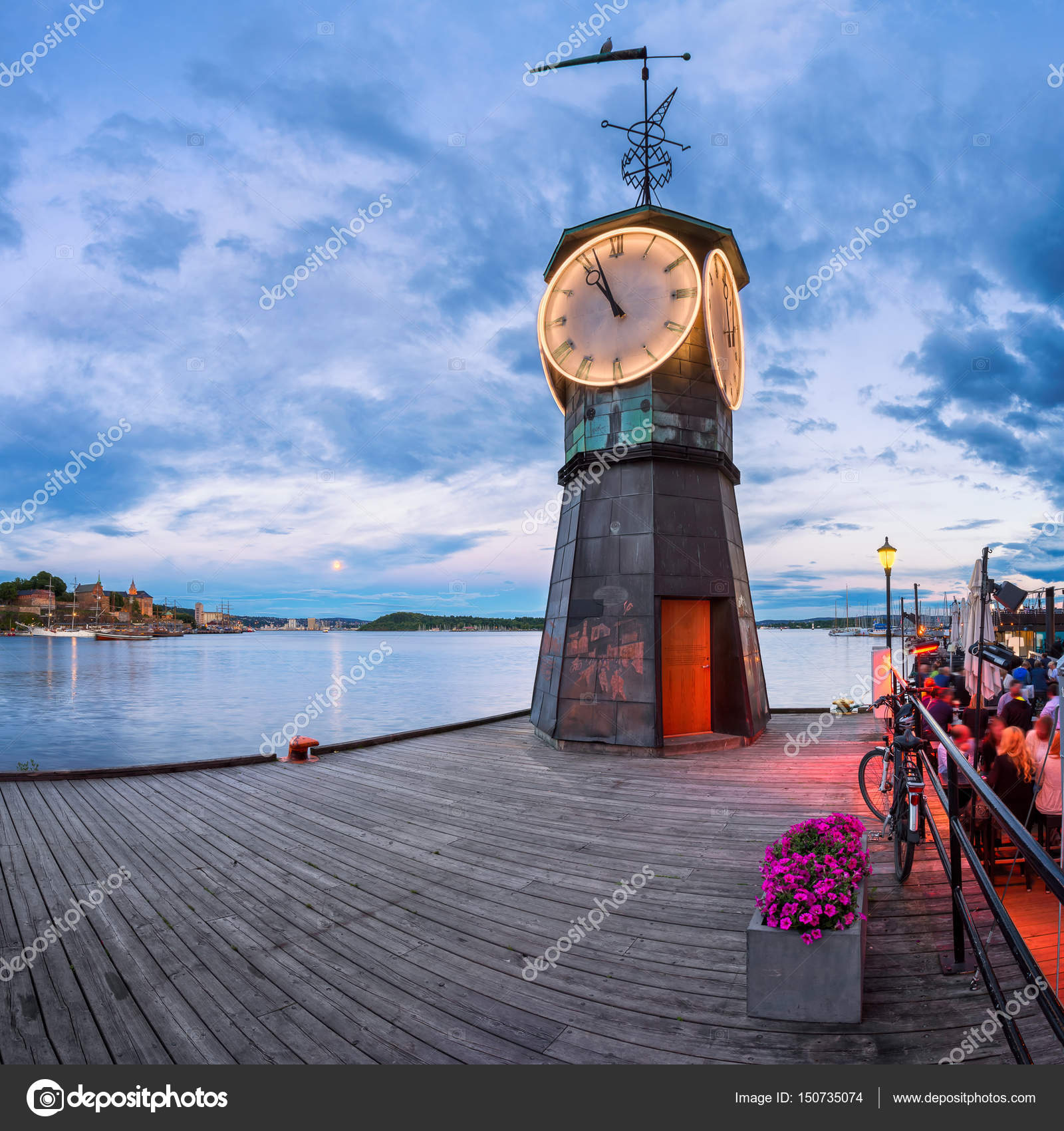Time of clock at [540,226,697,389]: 10:56
